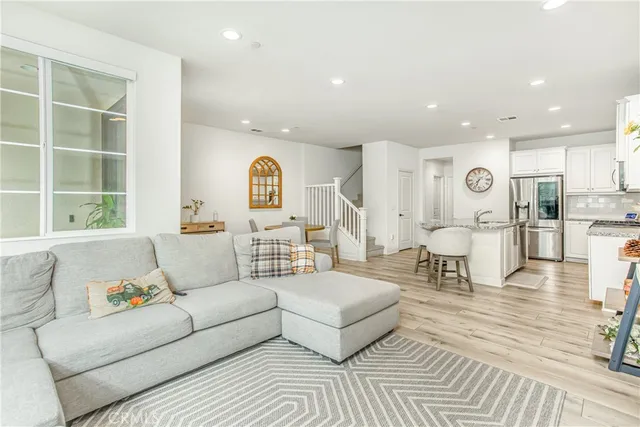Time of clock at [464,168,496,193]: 7:33
